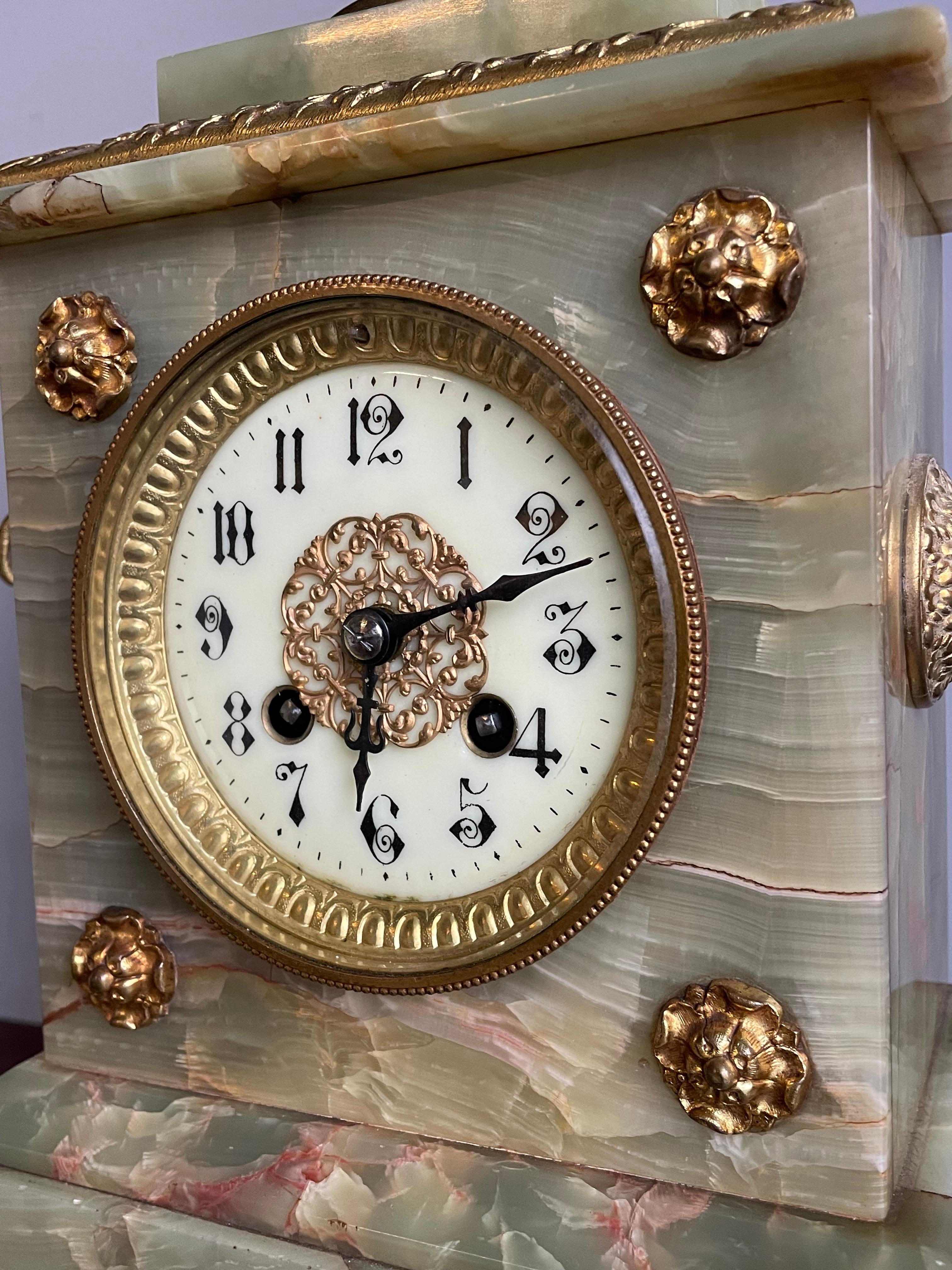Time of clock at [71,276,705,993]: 6:11
